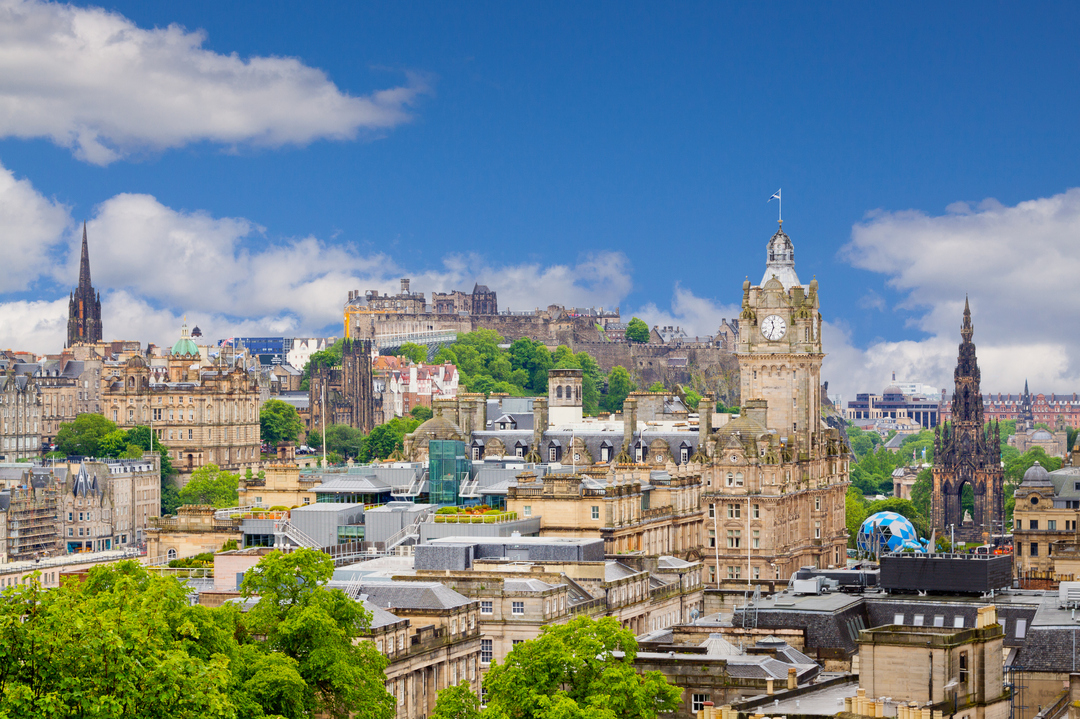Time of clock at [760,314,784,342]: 11:33
